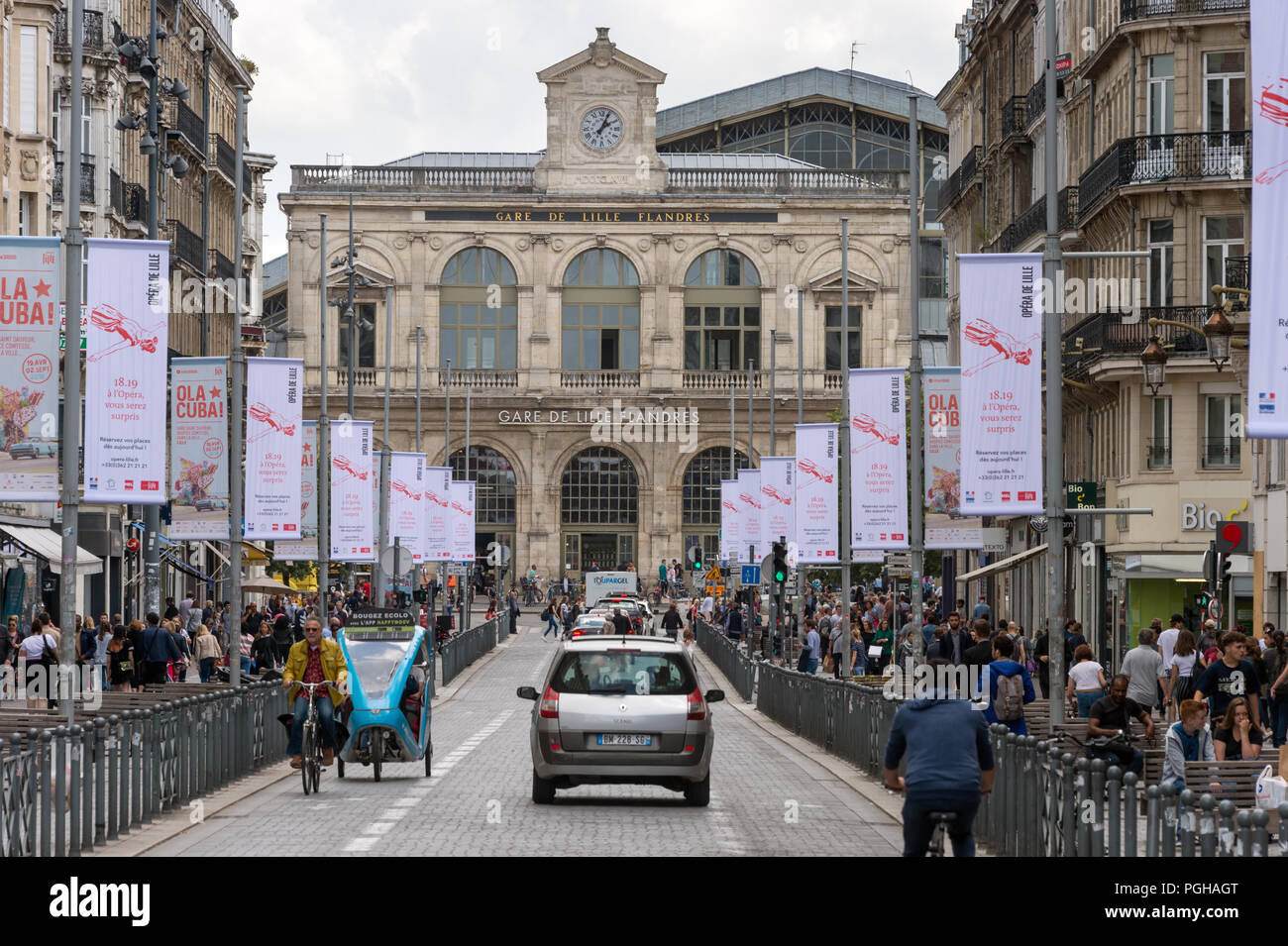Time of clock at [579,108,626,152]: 2:04
